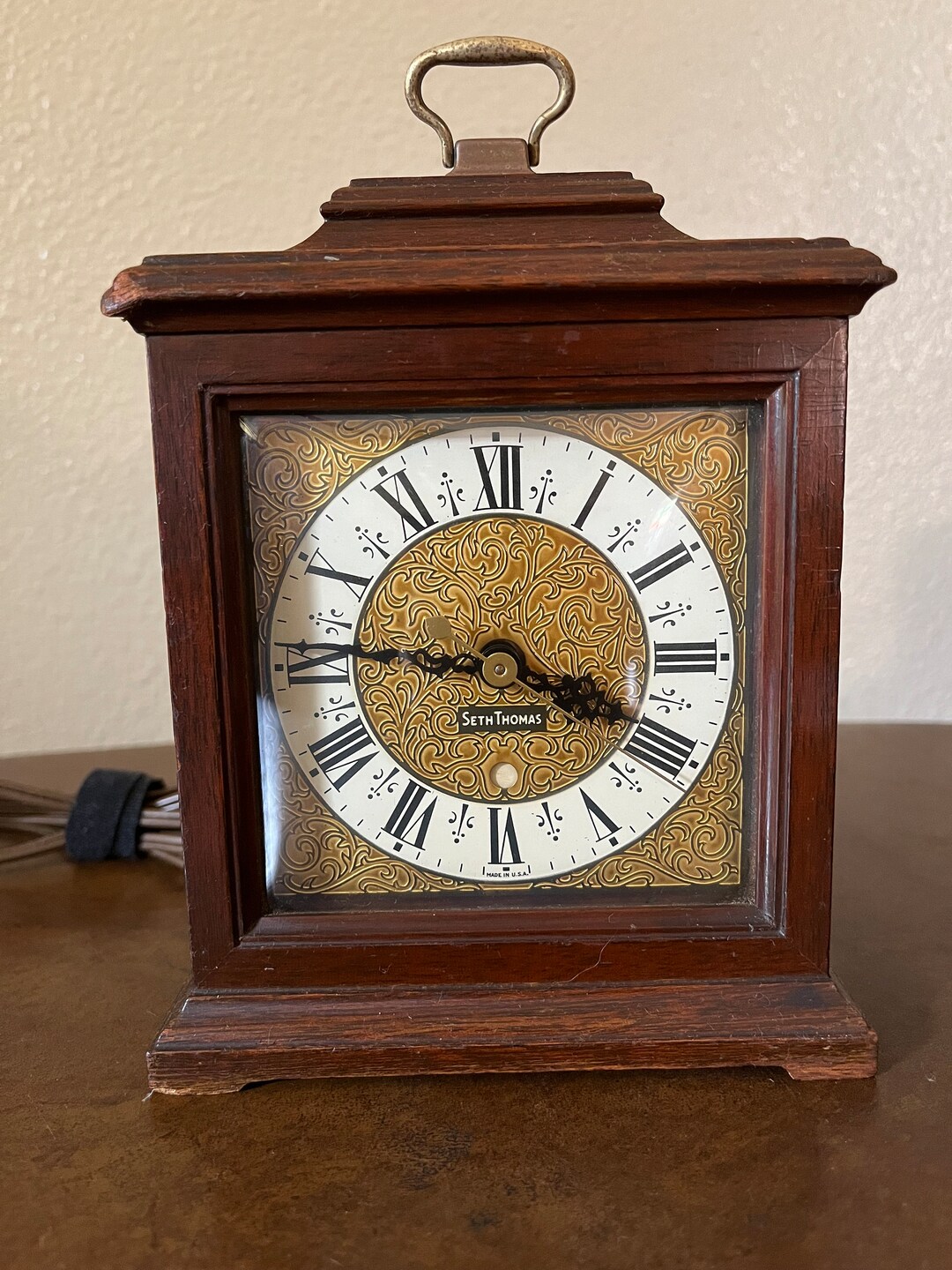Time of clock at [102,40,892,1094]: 3:46
